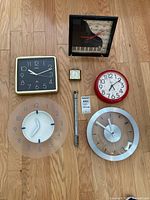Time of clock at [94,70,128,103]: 7:09
